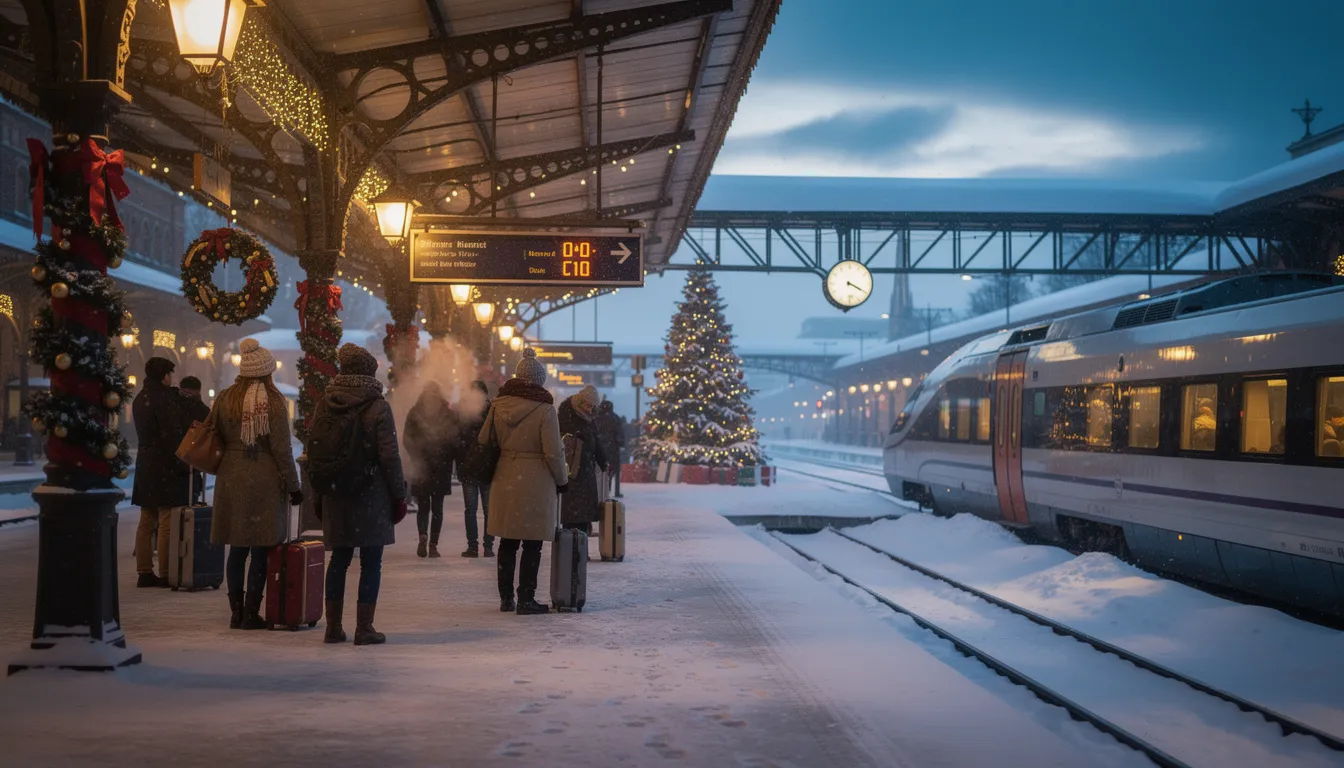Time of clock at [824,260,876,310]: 3:19
